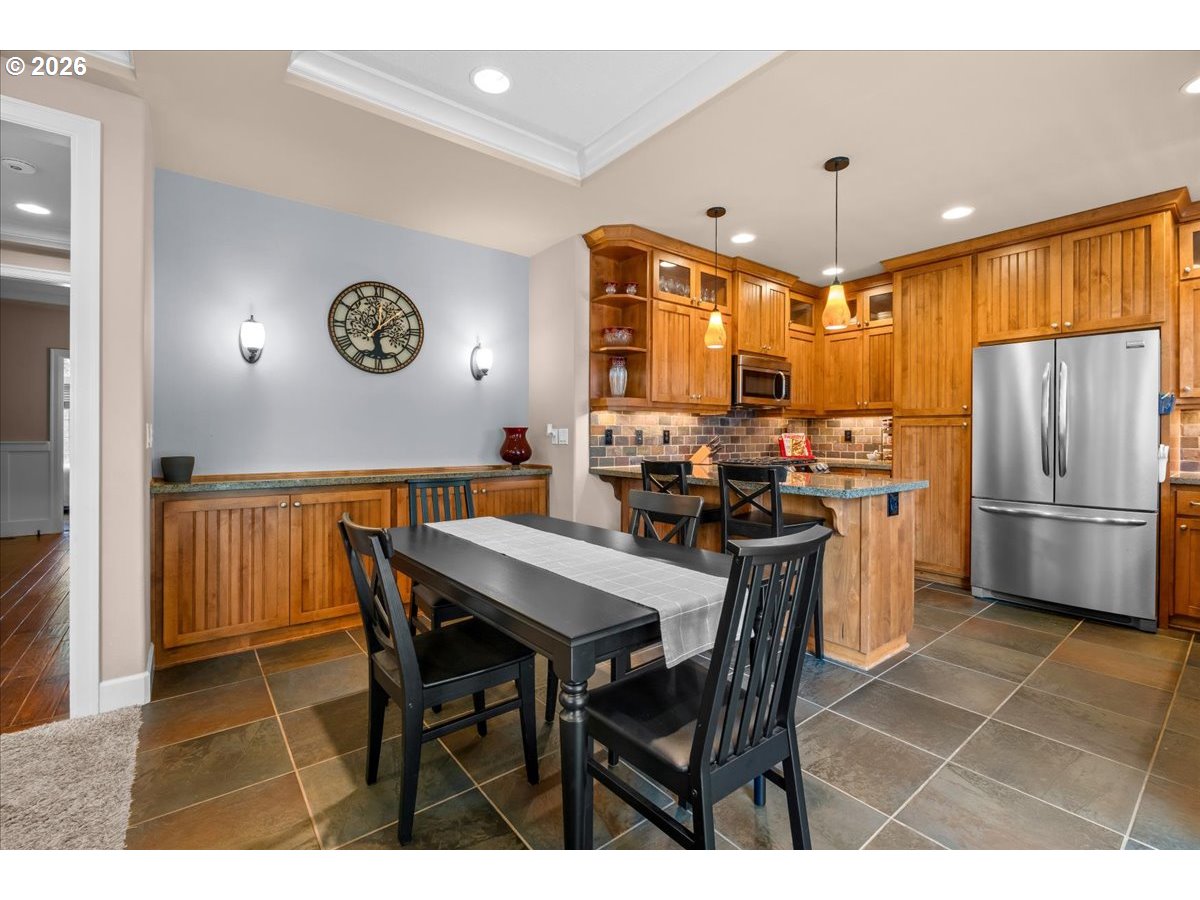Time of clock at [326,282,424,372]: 5:59
